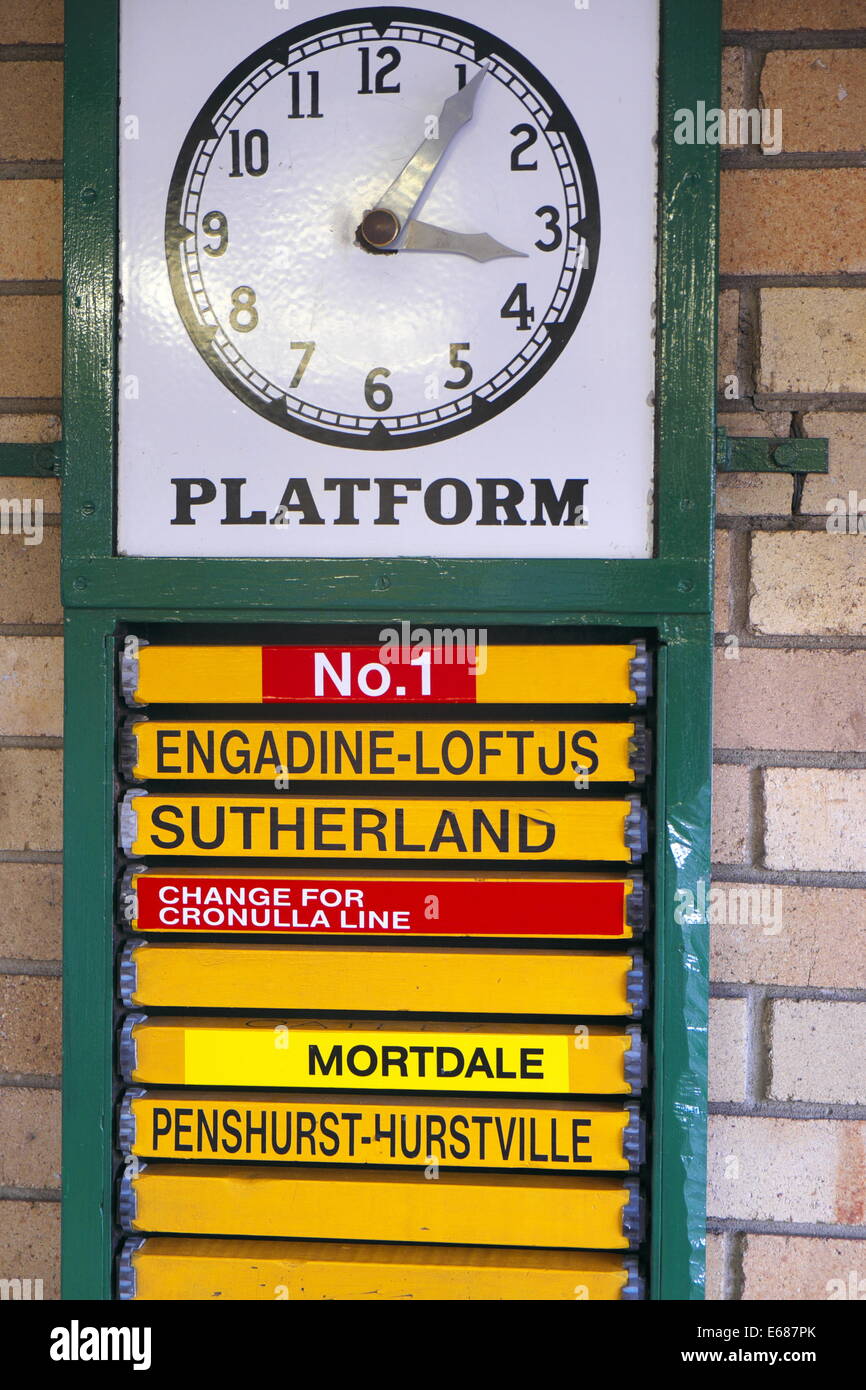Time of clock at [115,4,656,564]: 3:05
